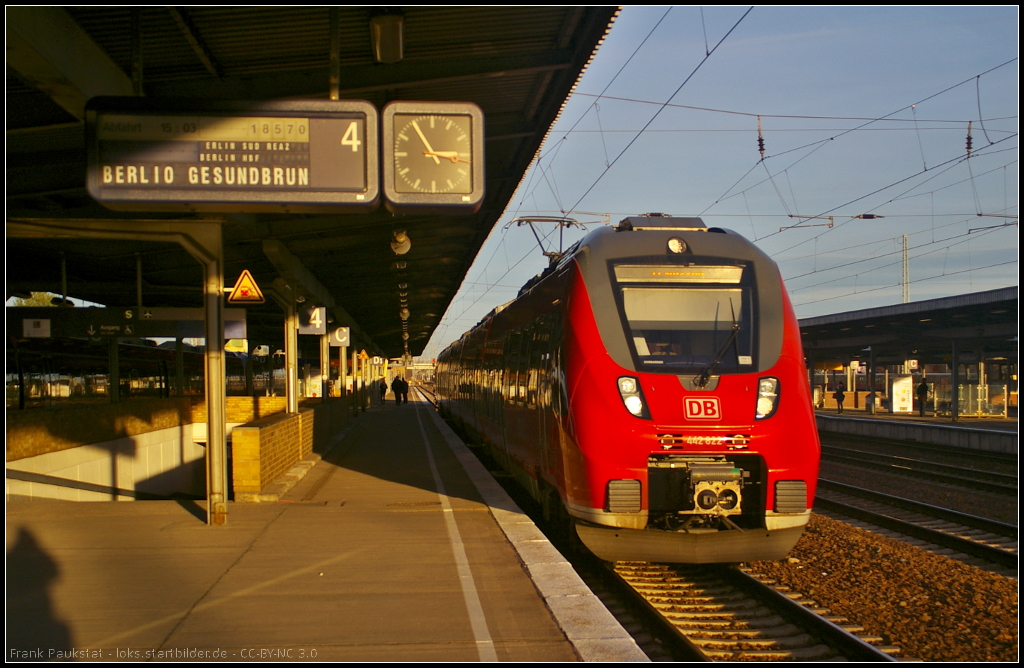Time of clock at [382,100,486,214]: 2:54
